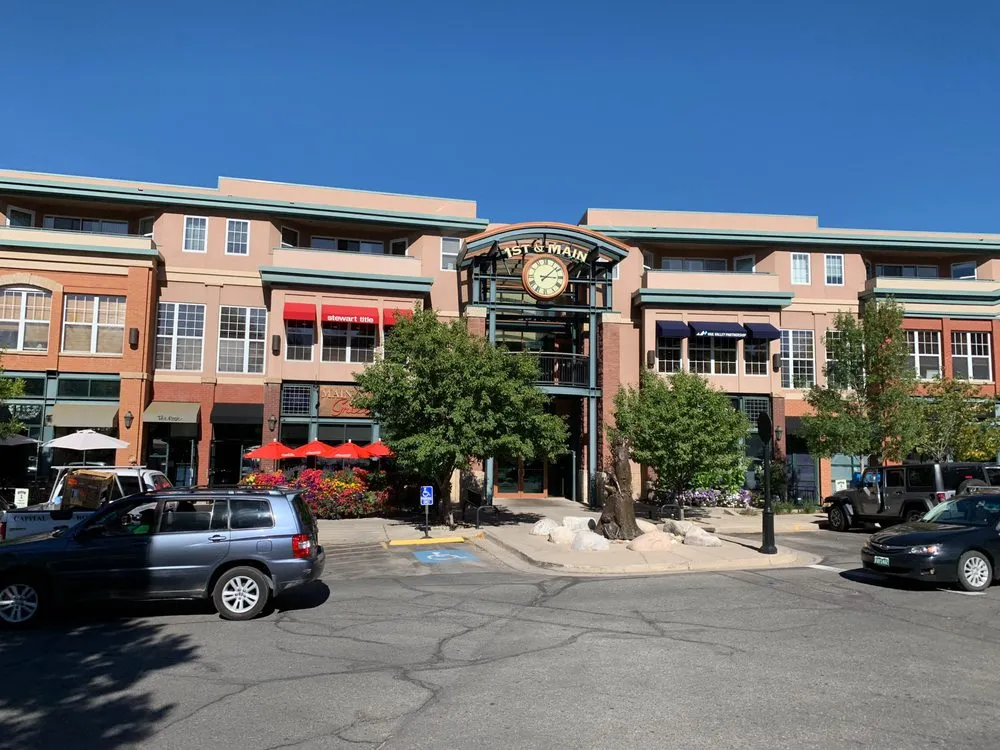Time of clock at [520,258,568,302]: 3:07
